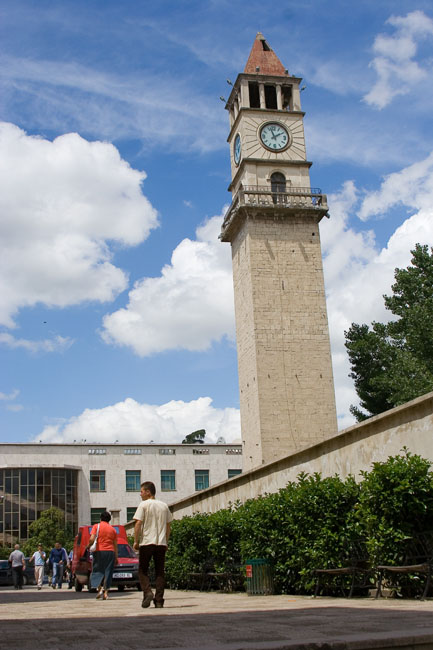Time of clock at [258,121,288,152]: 1:56
